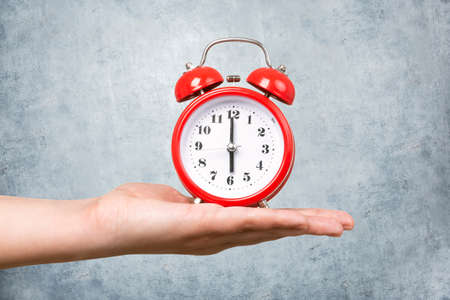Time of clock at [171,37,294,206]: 5:59
